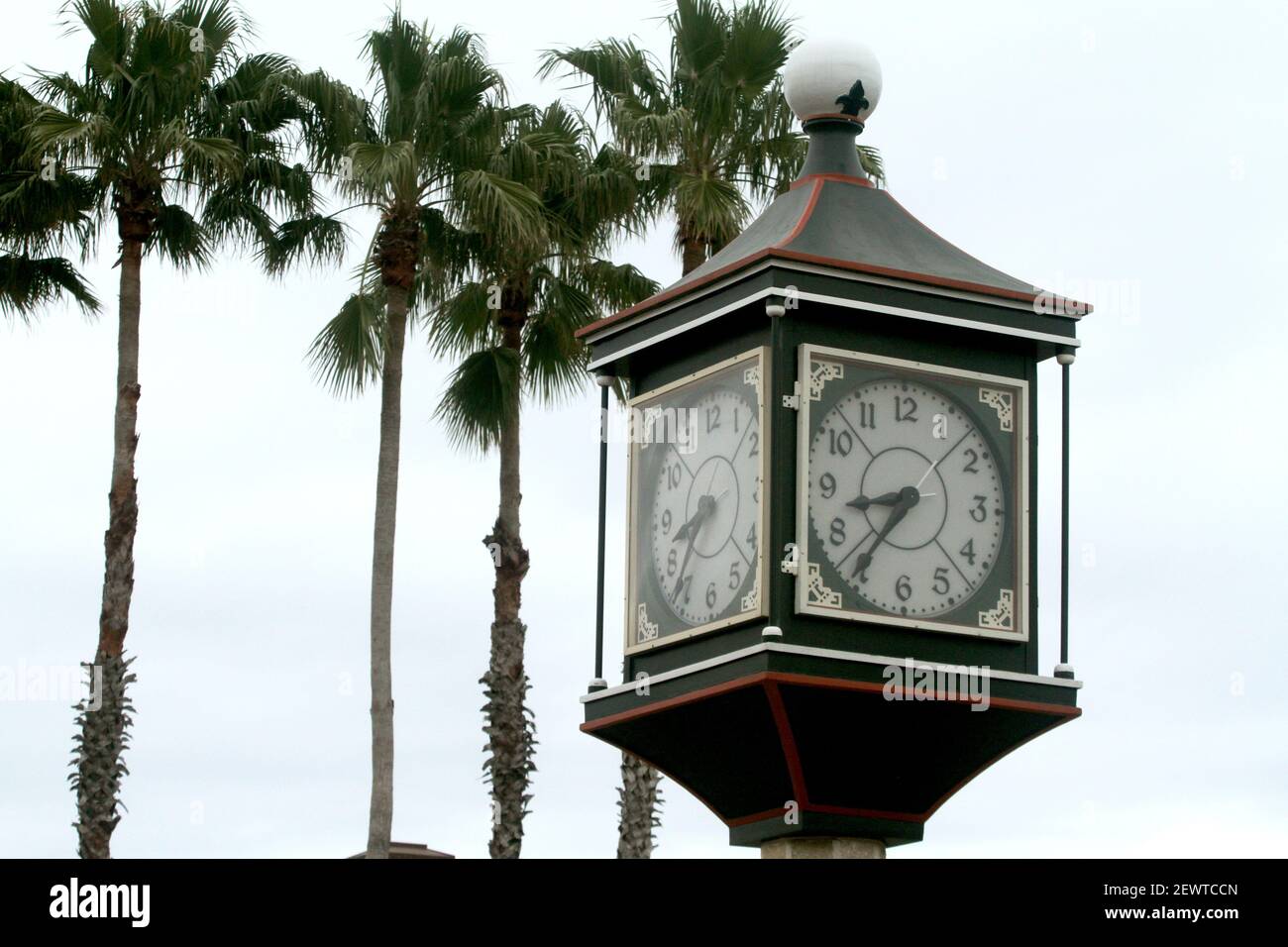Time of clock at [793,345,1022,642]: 8:36
